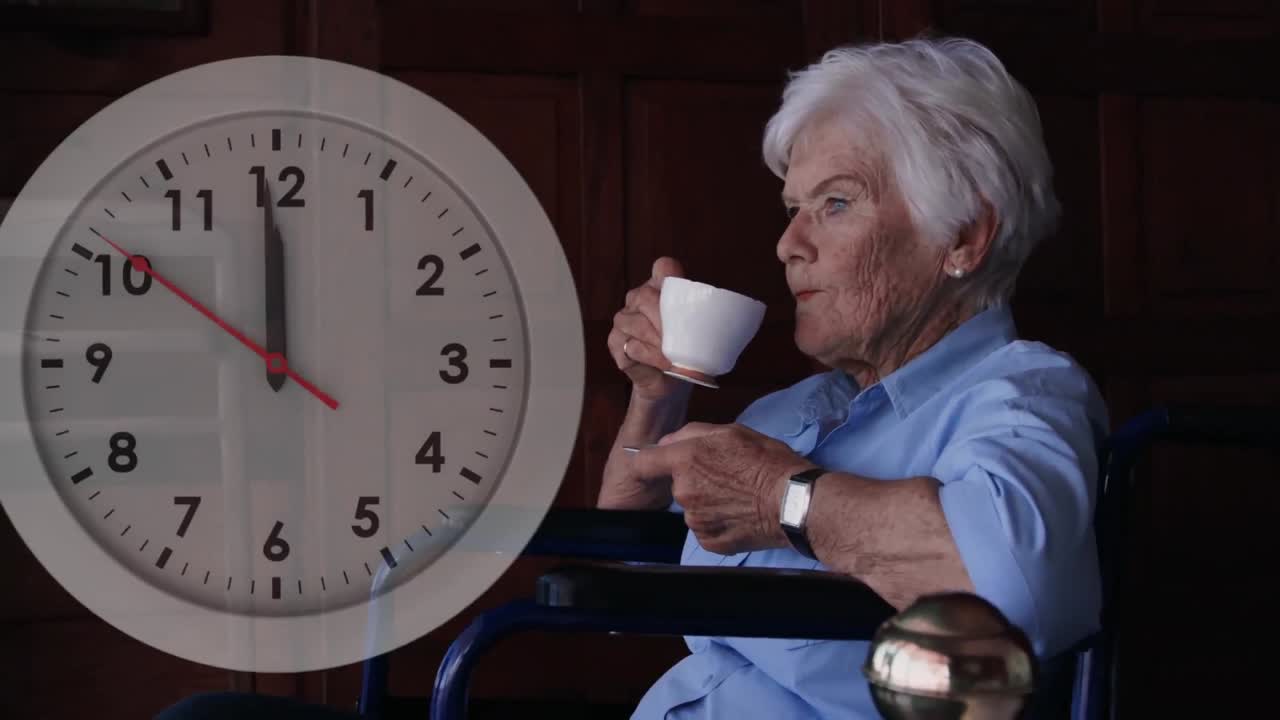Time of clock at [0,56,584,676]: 11:59
